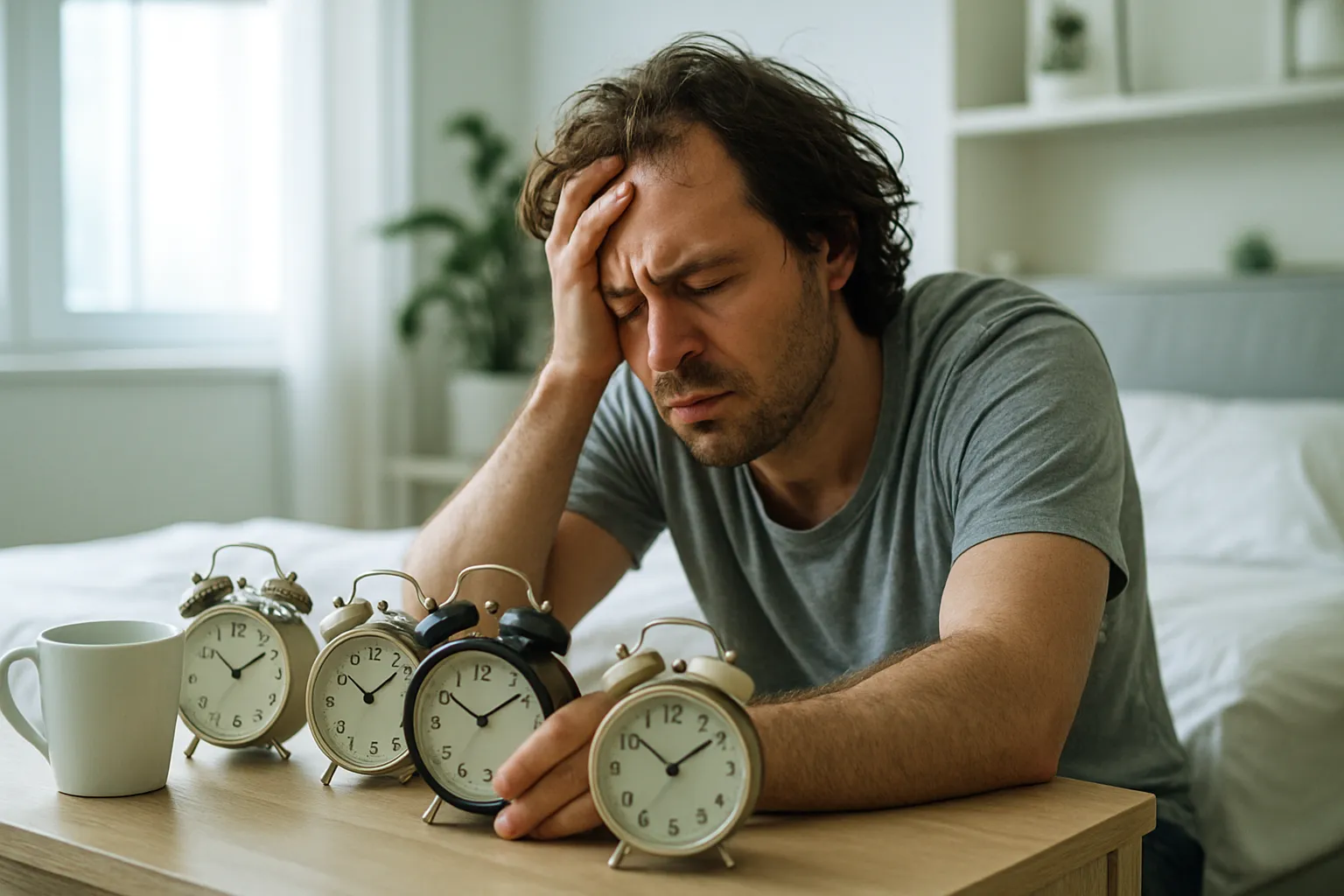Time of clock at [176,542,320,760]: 1:51
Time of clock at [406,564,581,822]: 10:08
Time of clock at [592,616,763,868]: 1:51
